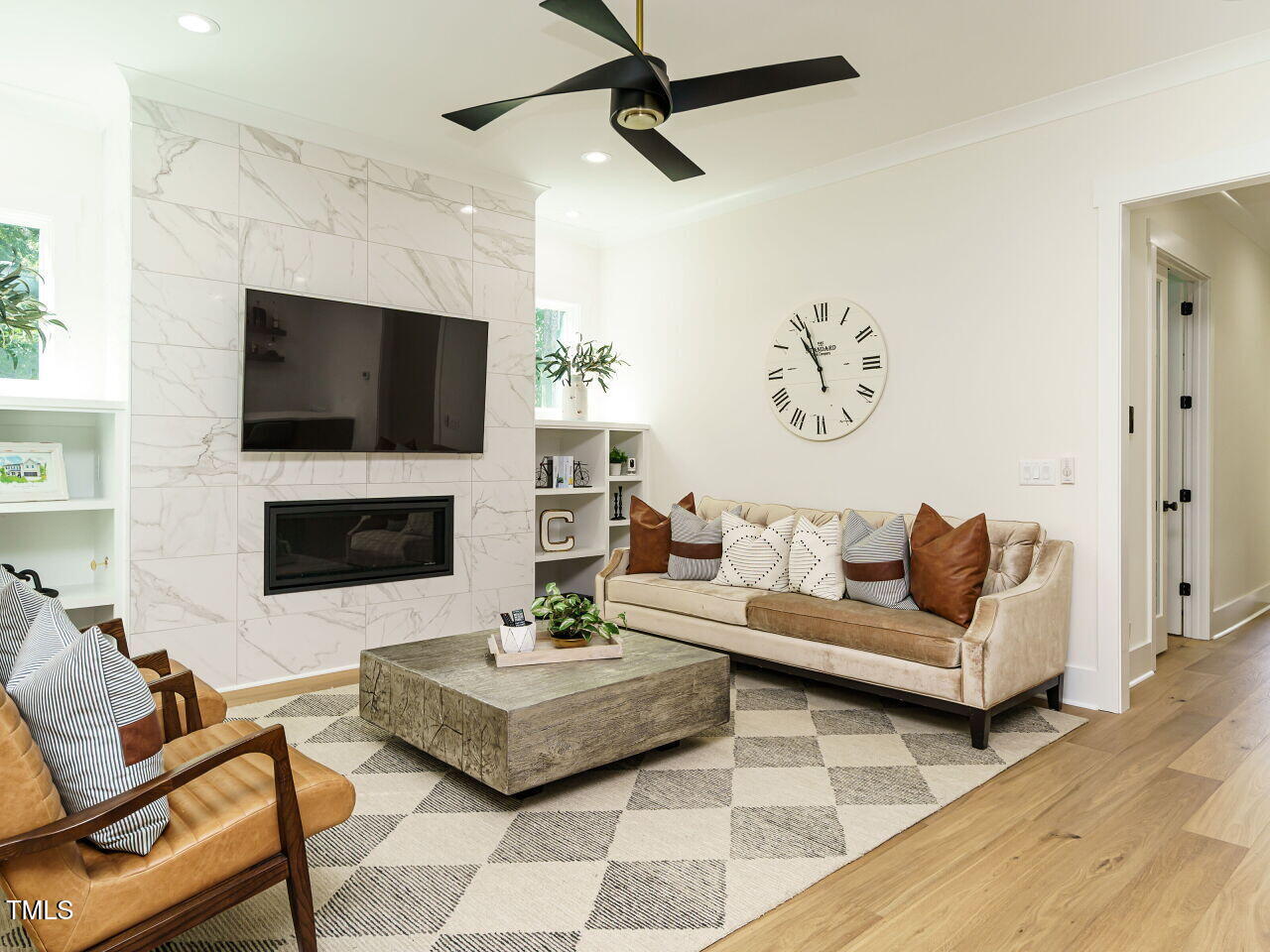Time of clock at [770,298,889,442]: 10:56
